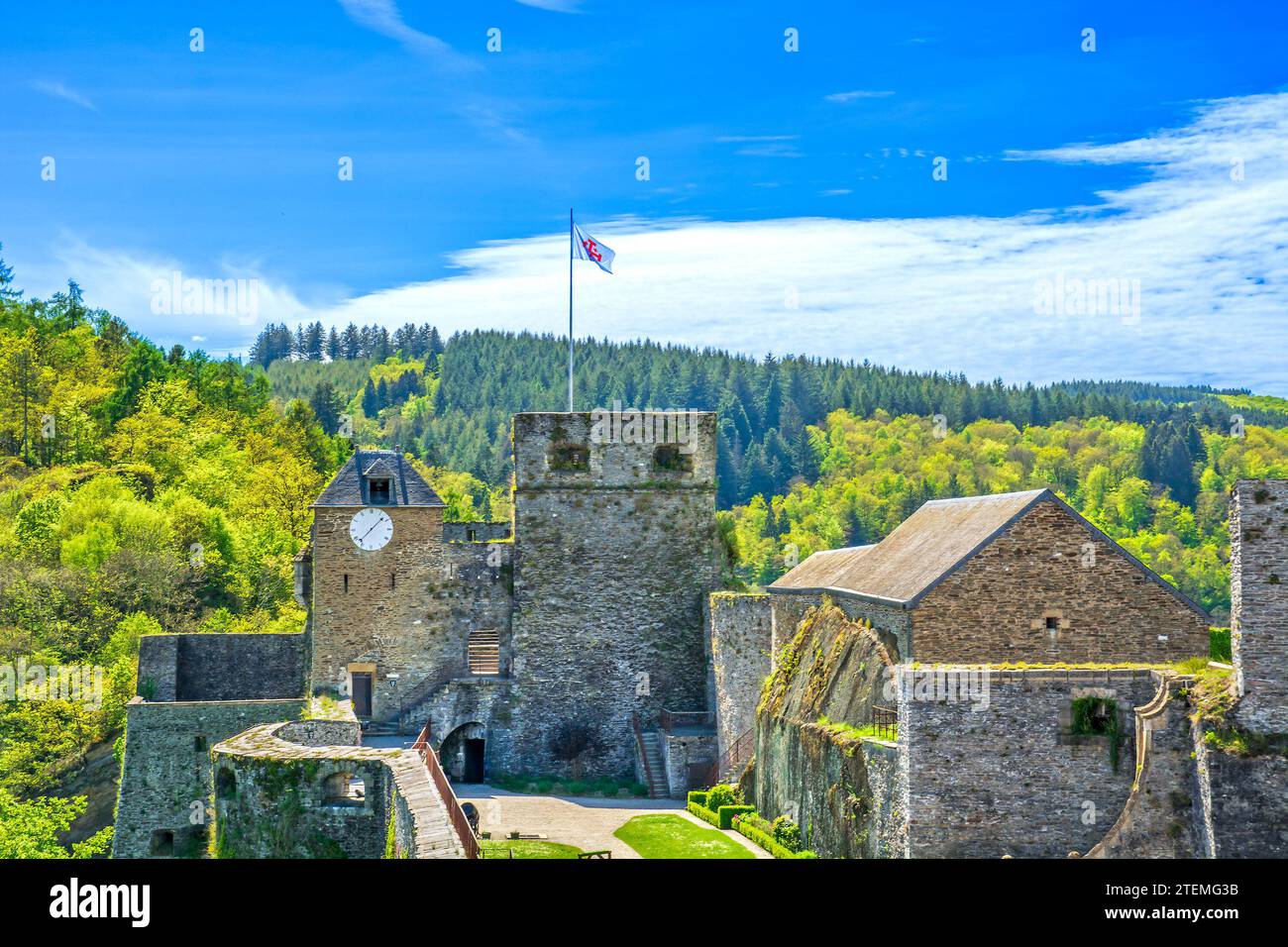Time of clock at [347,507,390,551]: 1:37
